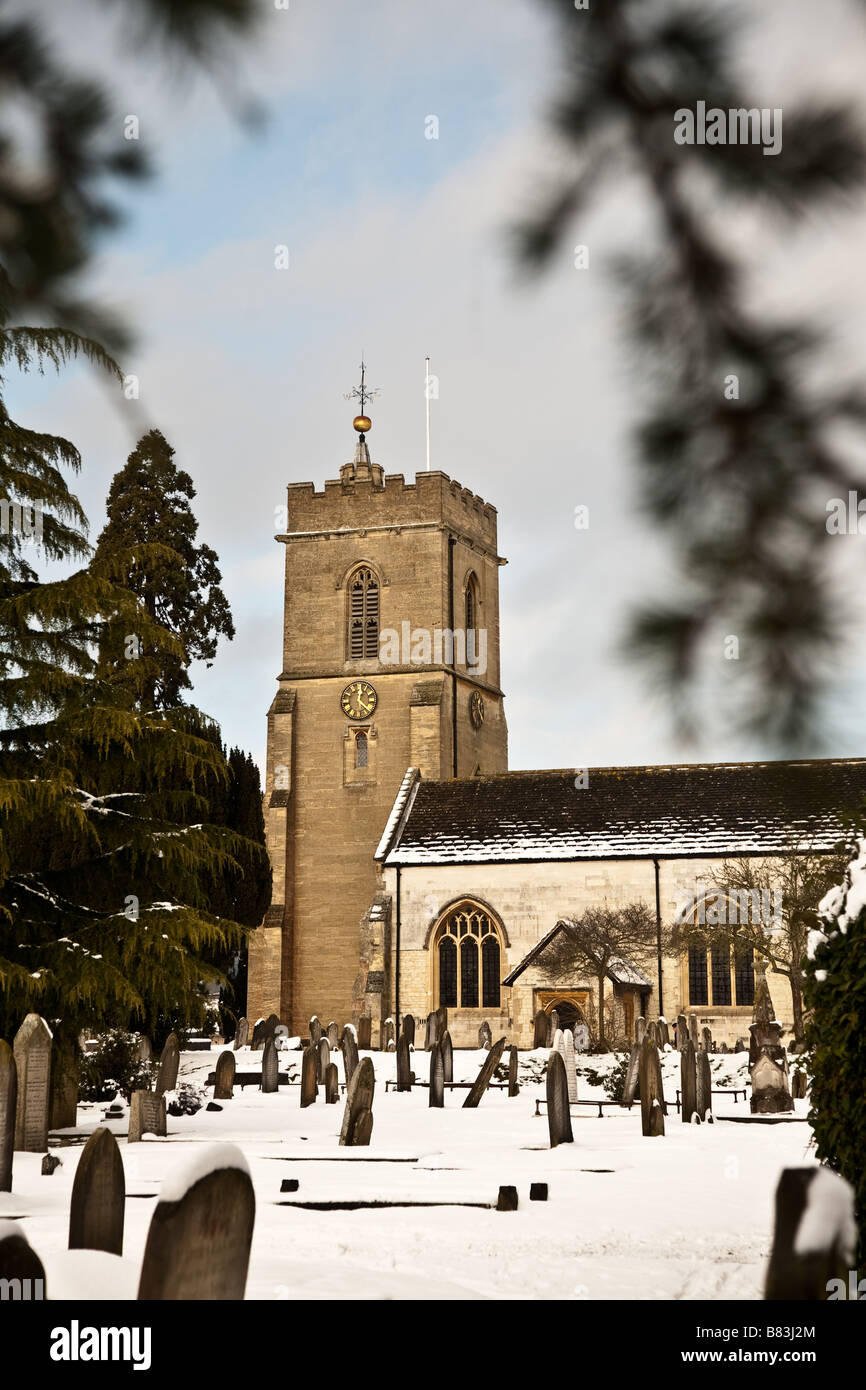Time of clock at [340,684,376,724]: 12:22
